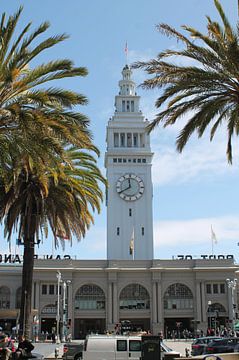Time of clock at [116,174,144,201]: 11:40
